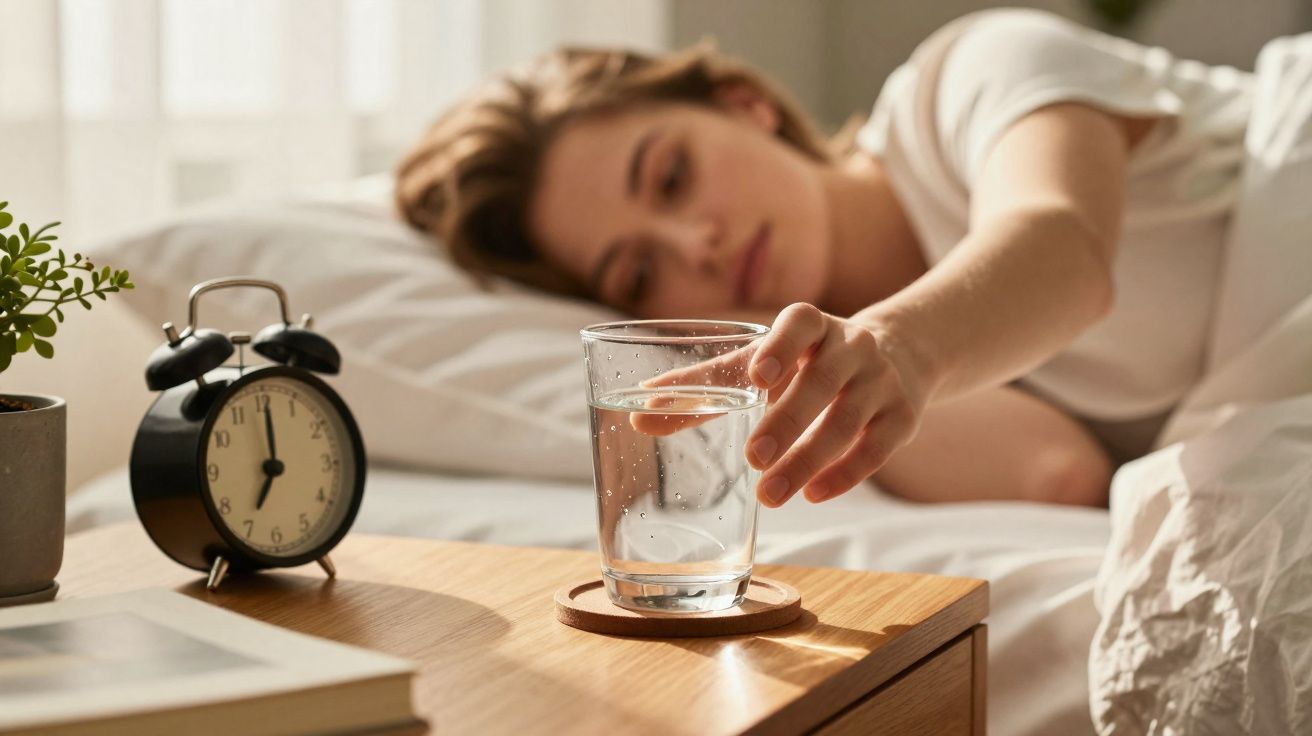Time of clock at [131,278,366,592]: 7:00
